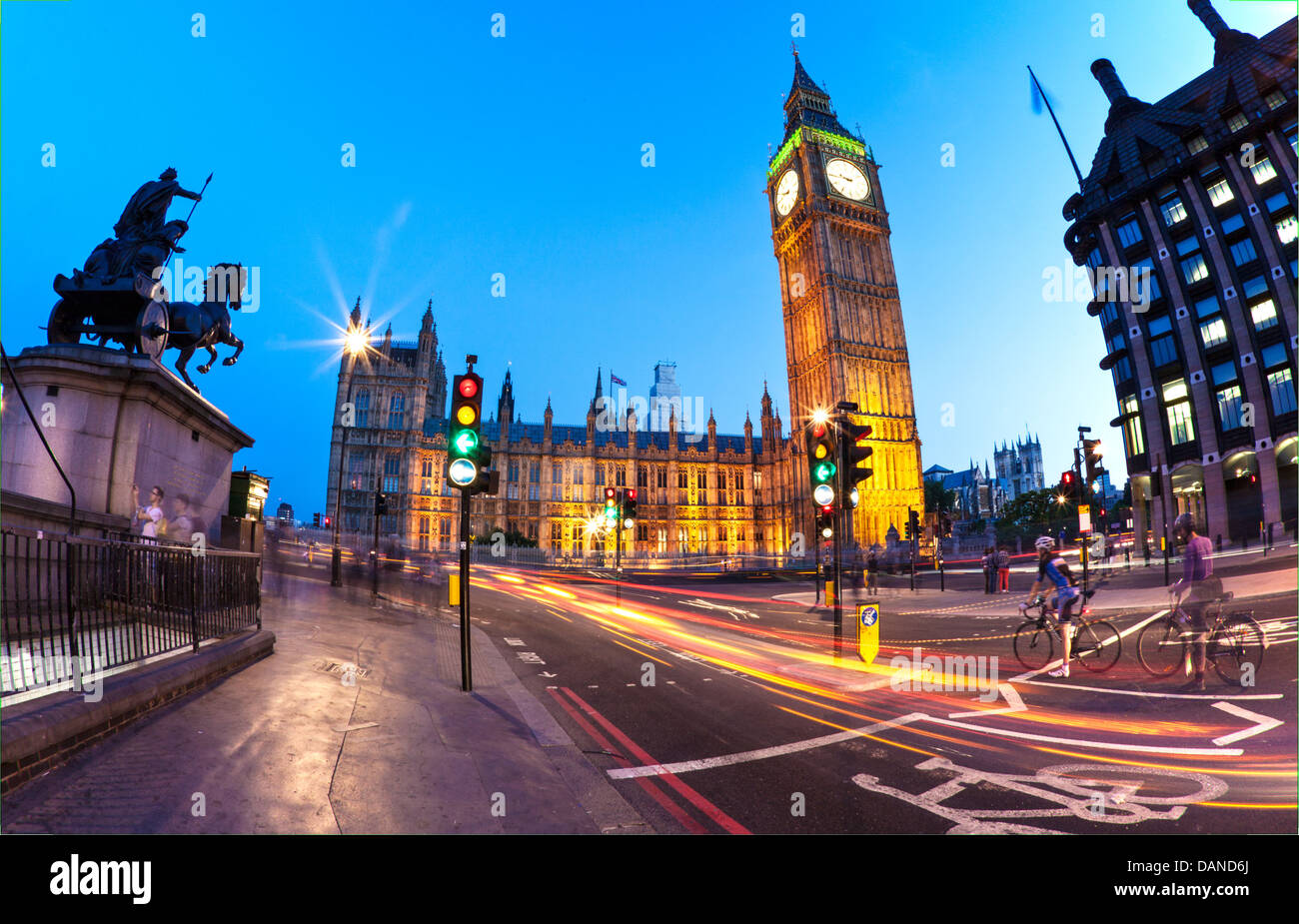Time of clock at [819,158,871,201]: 9:45
